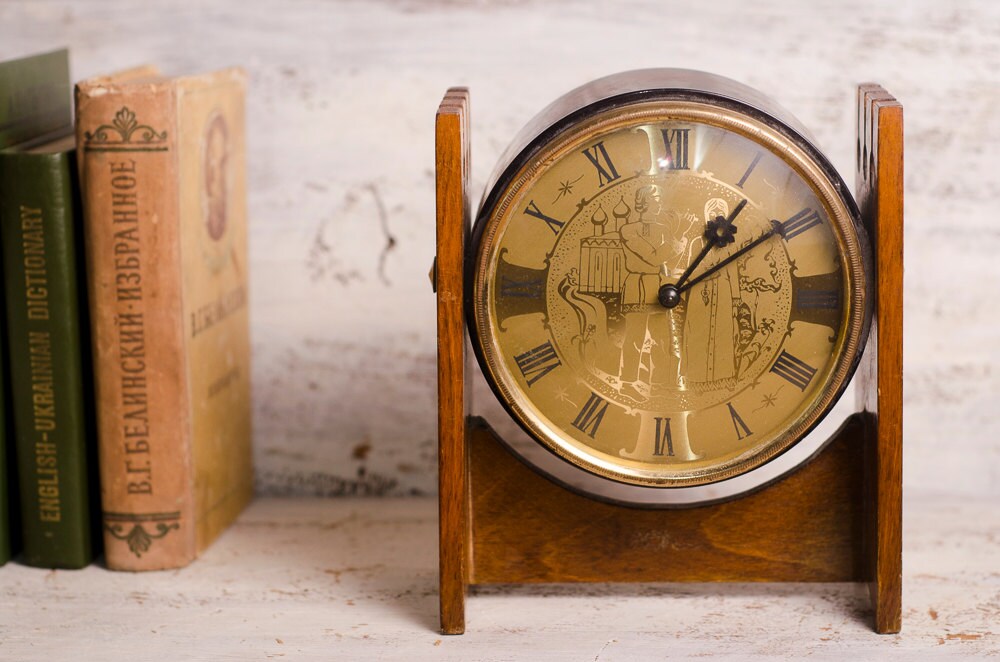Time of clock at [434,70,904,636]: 1:09
